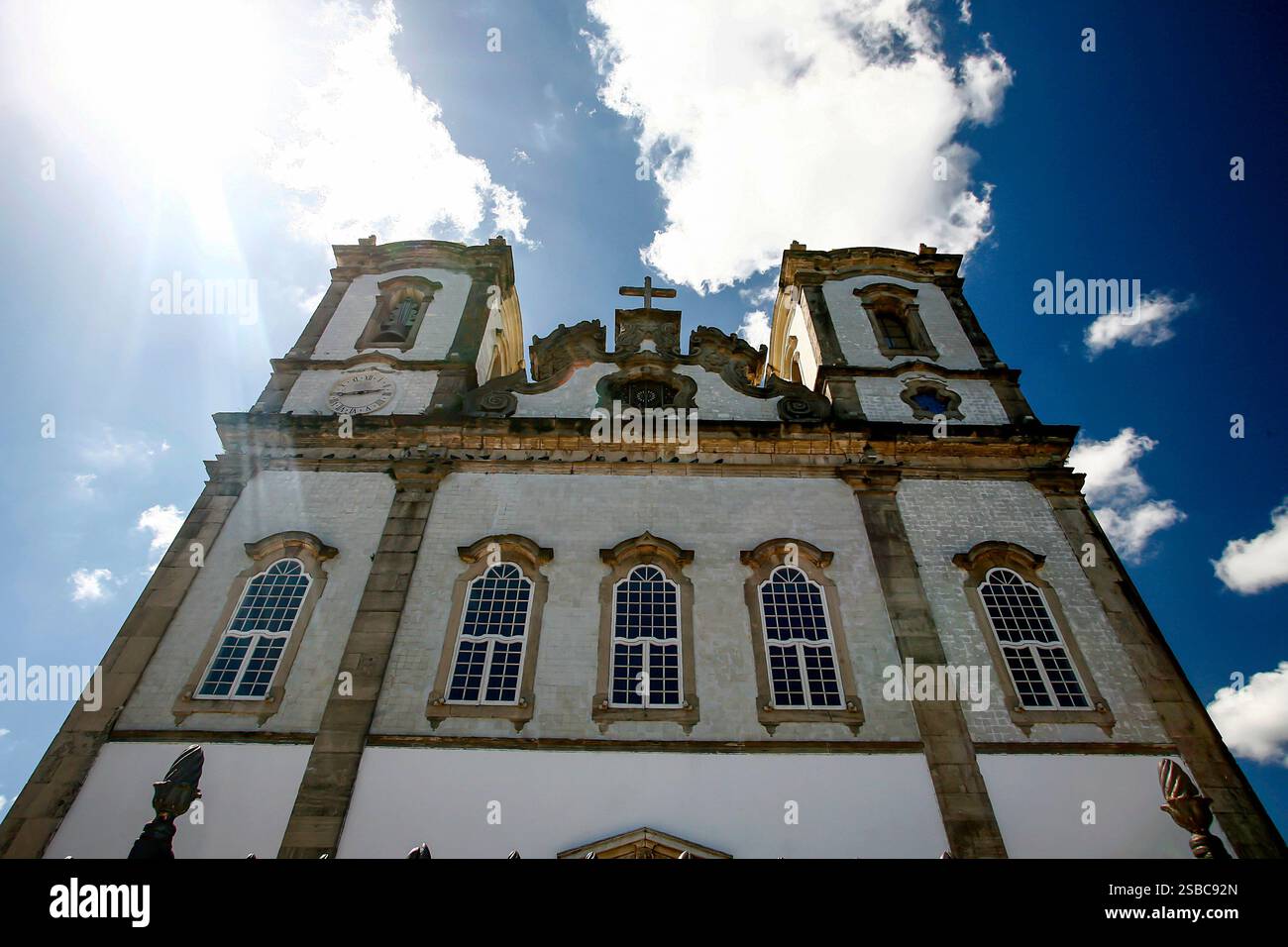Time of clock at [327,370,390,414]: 2:43
